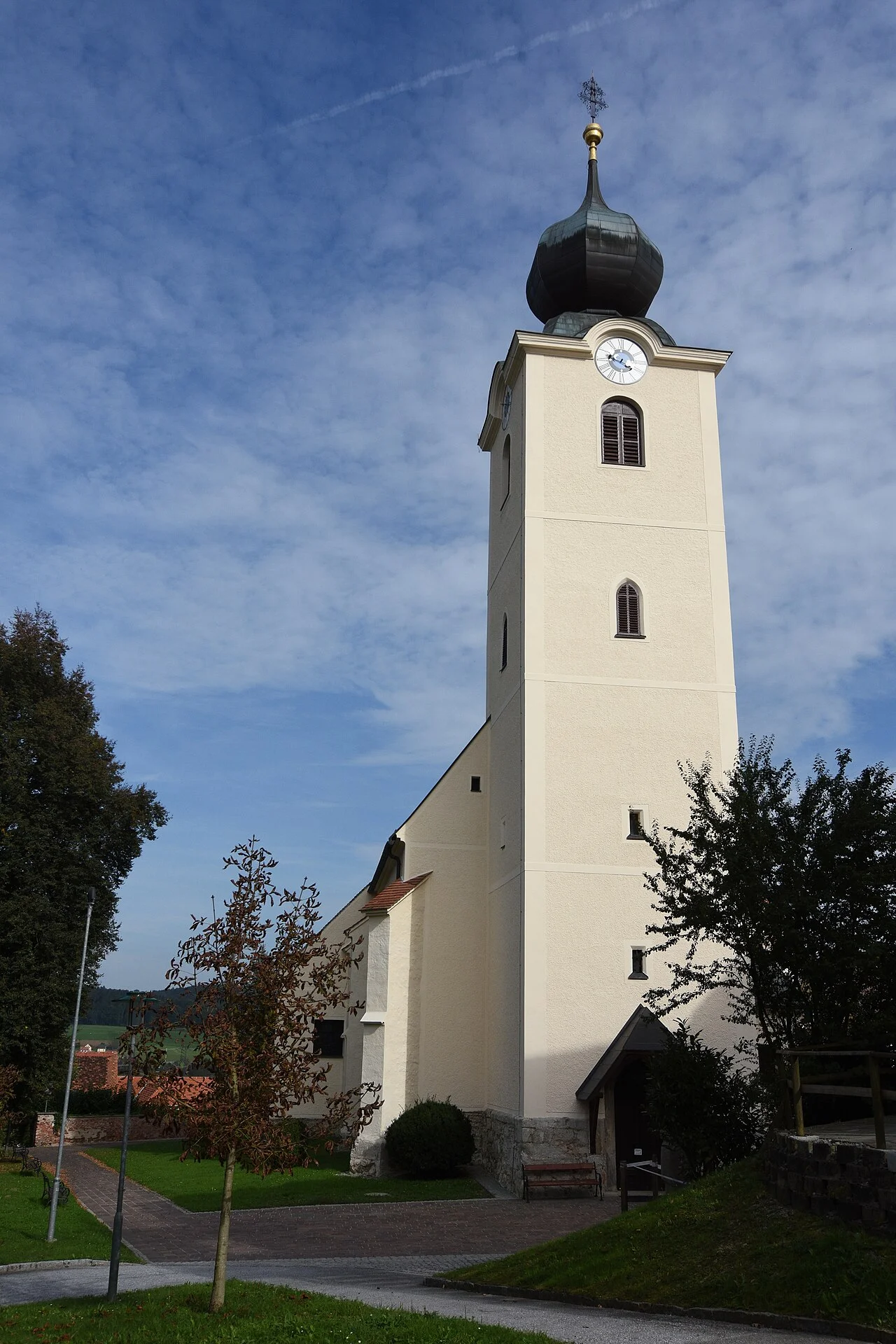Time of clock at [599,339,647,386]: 3:48
